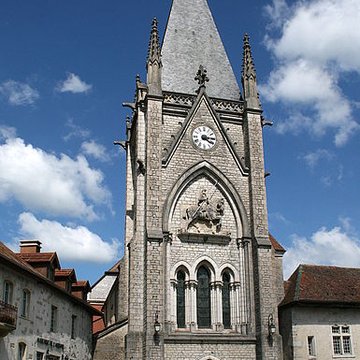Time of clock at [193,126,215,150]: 4:14
